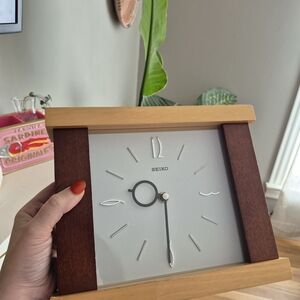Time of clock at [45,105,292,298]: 8:30
